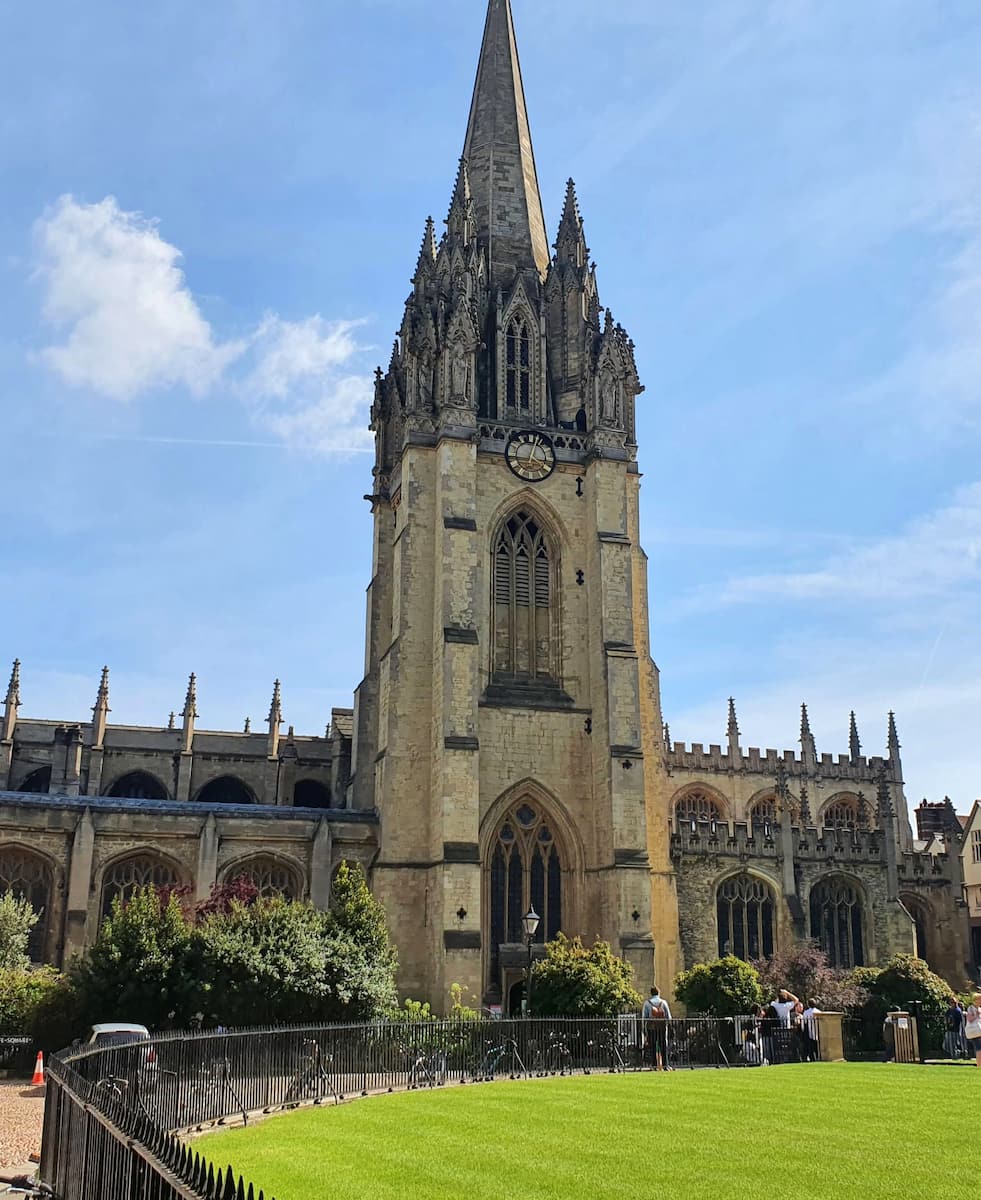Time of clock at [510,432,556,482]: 4:02
